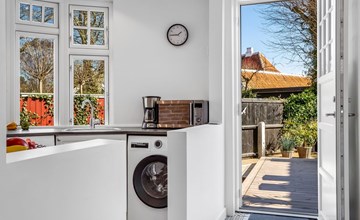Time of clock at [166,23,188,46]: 1:45
